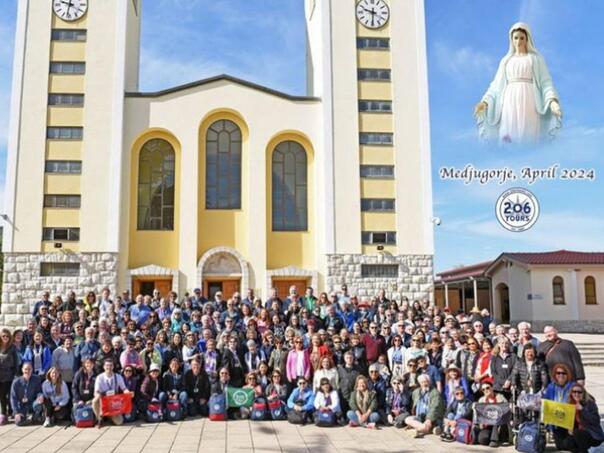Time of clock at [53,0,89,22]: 9:32
